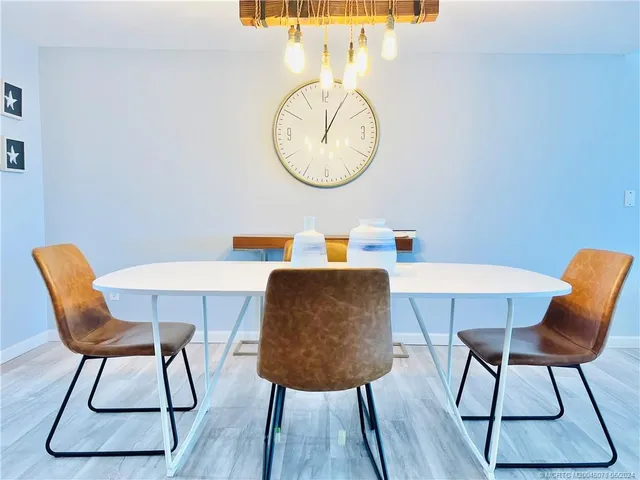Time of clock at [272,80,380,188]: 12:04
